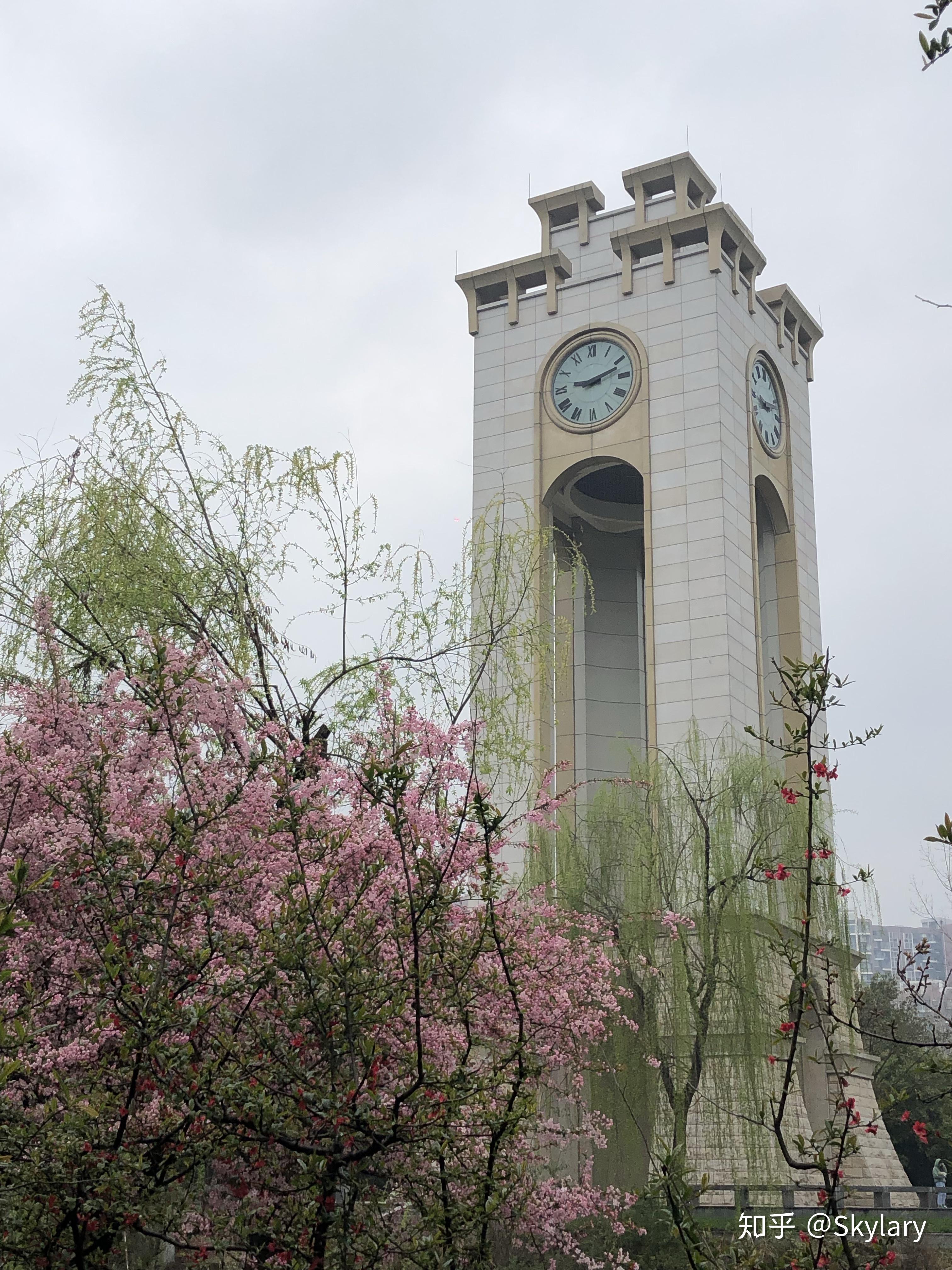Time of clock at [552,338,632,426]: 9:12
